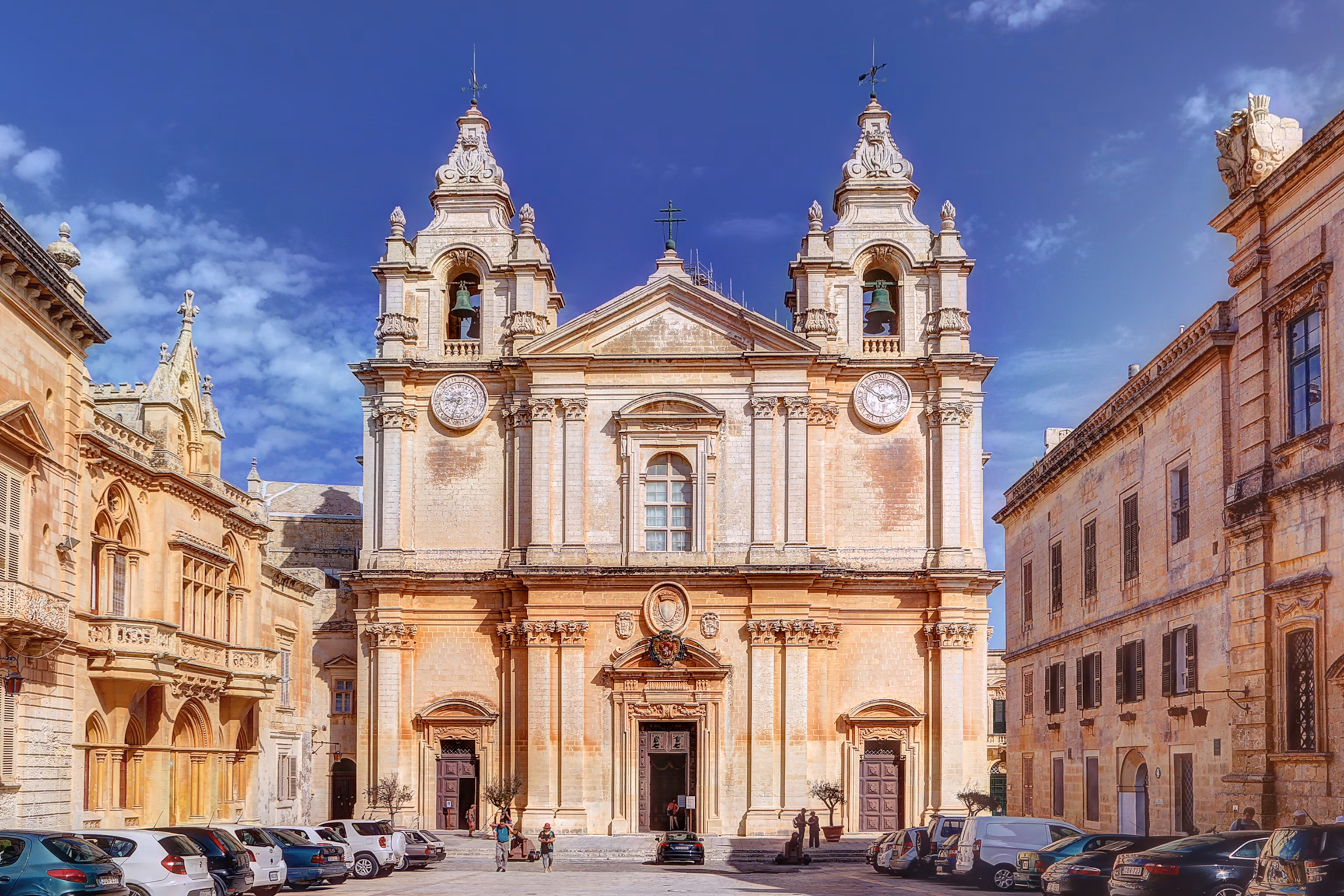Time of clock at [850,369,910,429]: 2:50
